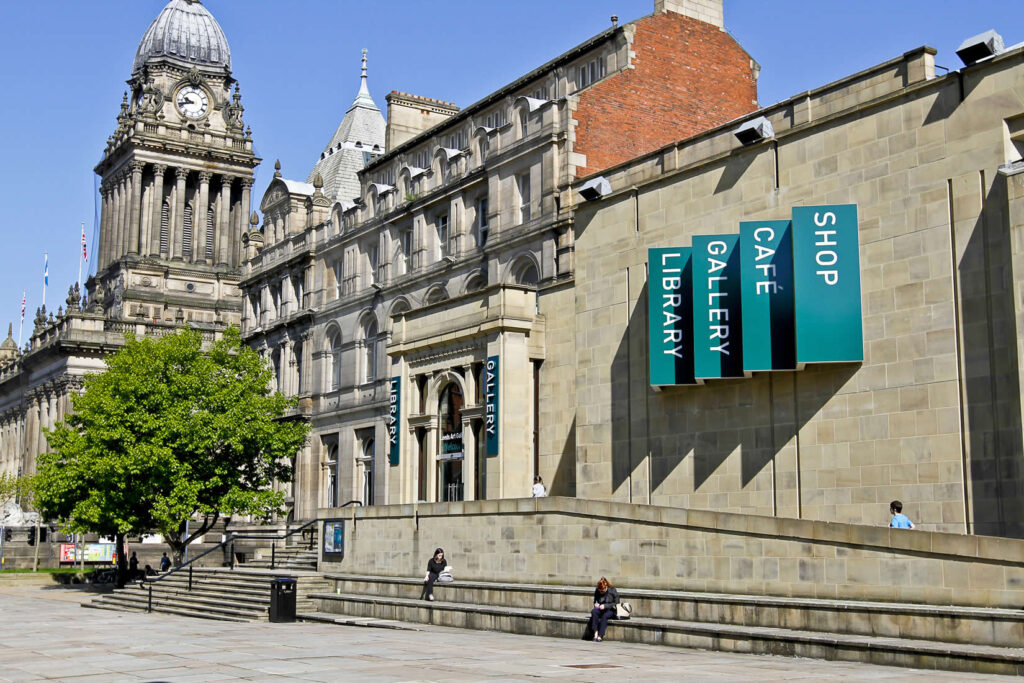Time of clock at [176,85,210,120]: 9:42
